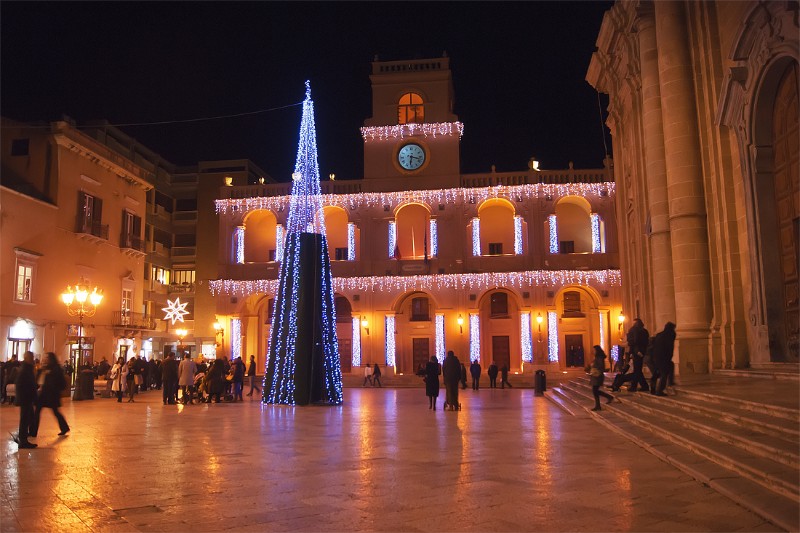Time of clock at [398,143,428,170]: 6:17
